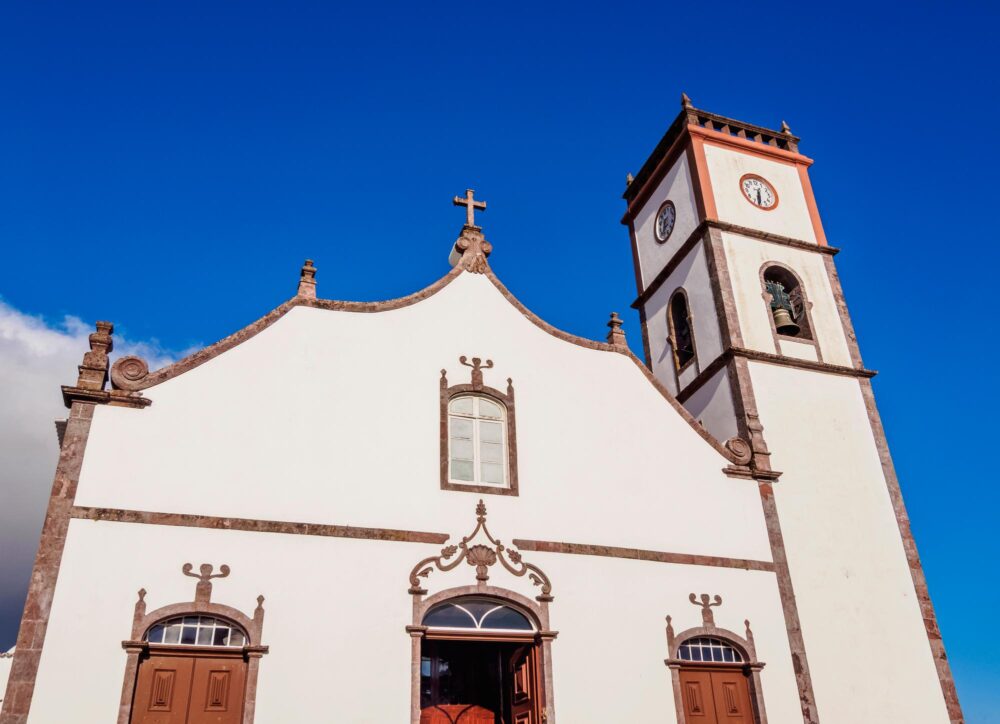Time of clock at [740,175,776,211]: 6:32
